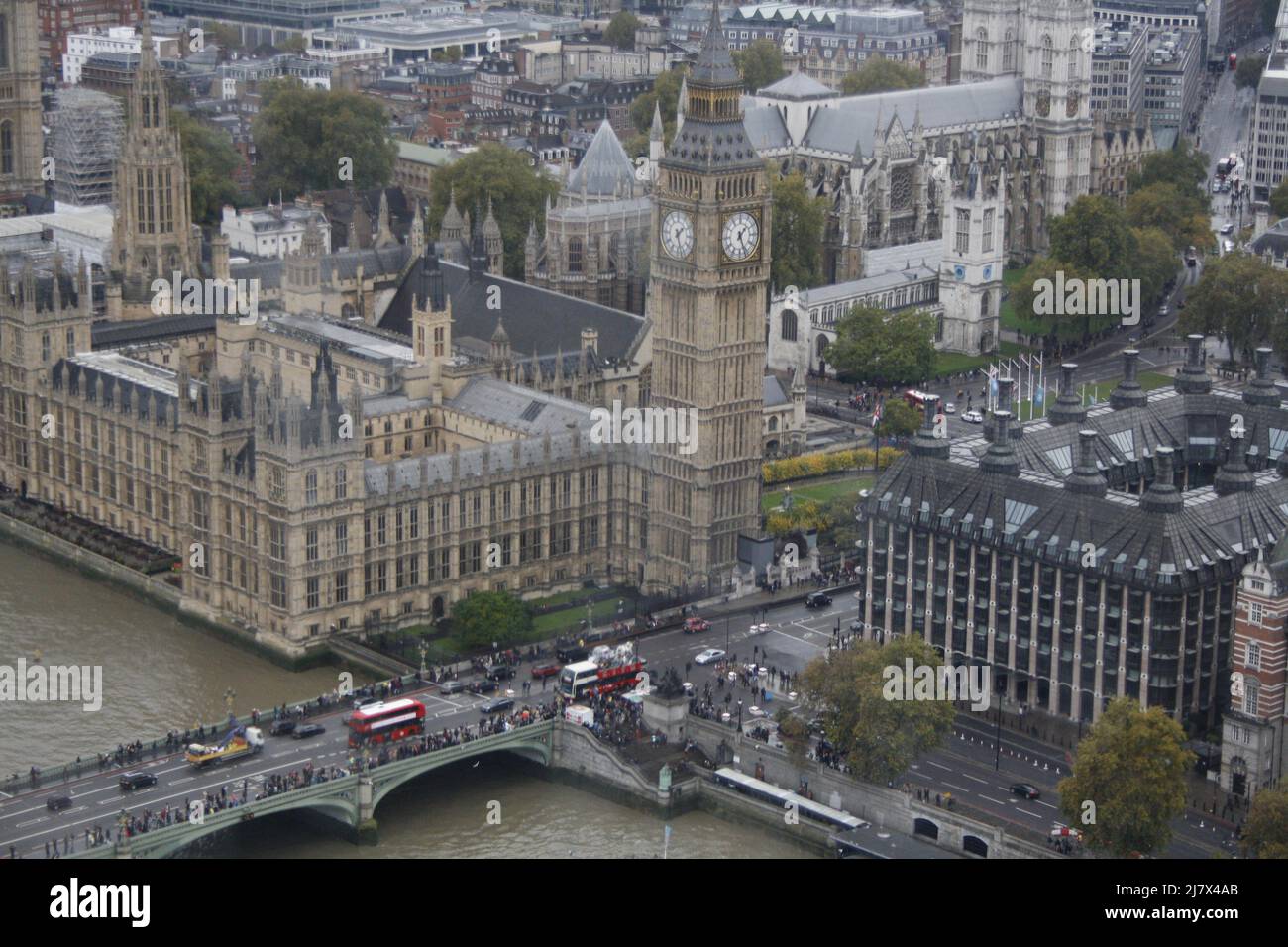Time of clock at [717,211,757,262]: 1:26
